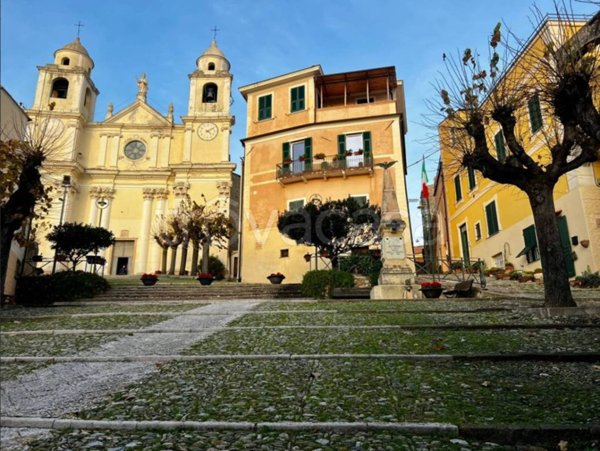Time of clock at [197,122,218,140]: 4:09
